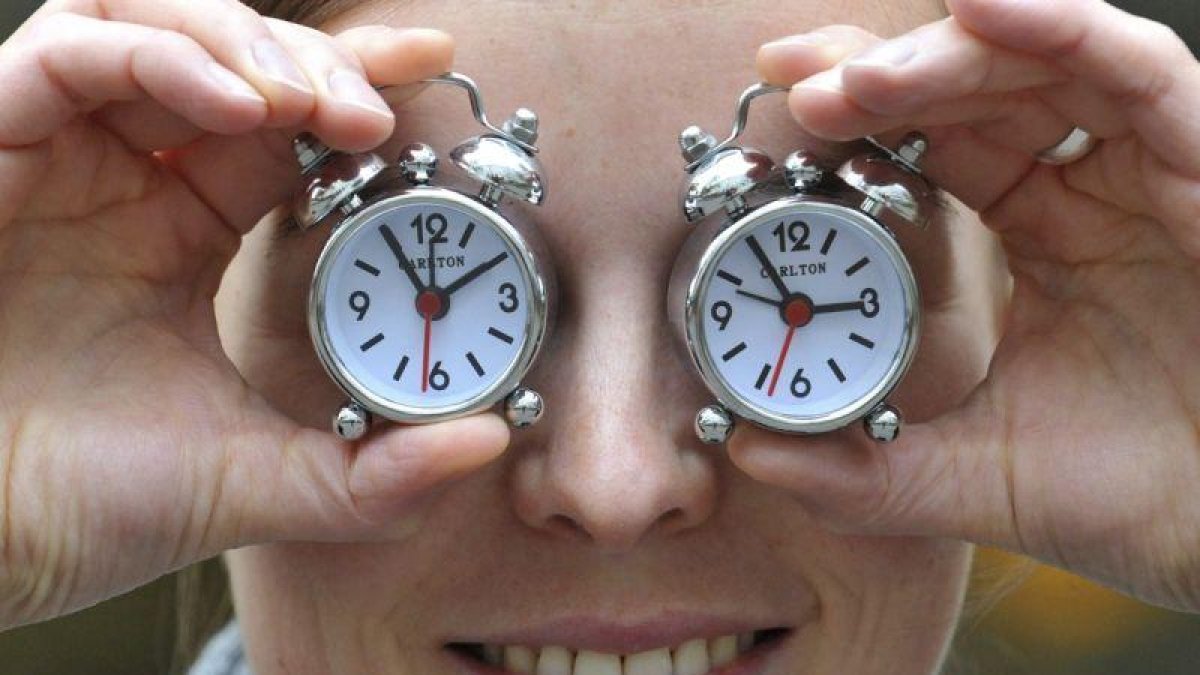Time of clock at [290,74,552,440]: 1:54
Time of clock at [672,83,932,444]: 2:54
